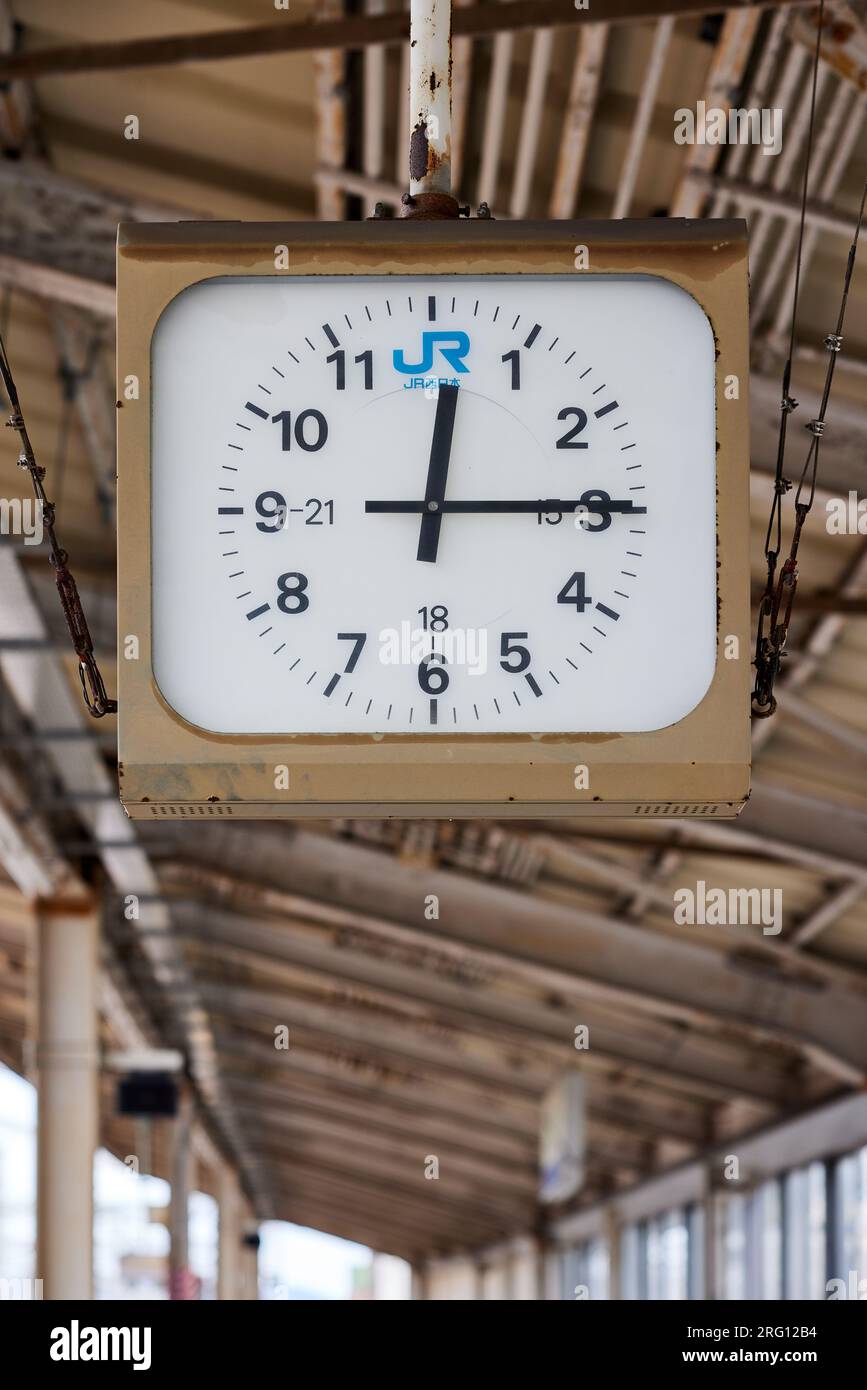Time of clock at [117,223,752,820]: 12:14
